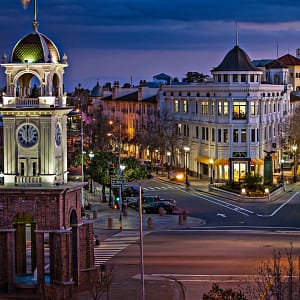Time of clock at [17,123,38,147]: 5:59
